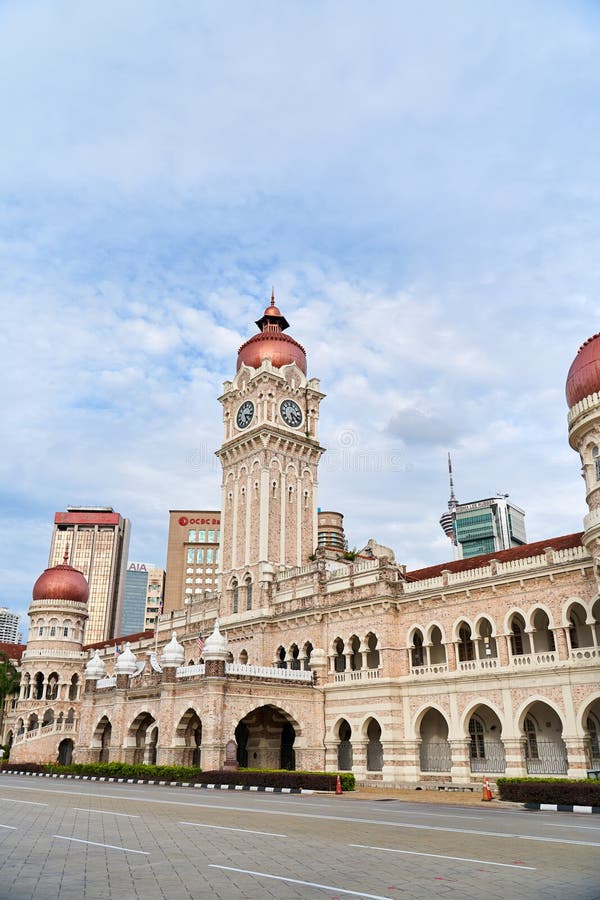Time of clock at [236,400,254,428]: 5:18
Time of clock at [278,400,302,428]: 5:18
